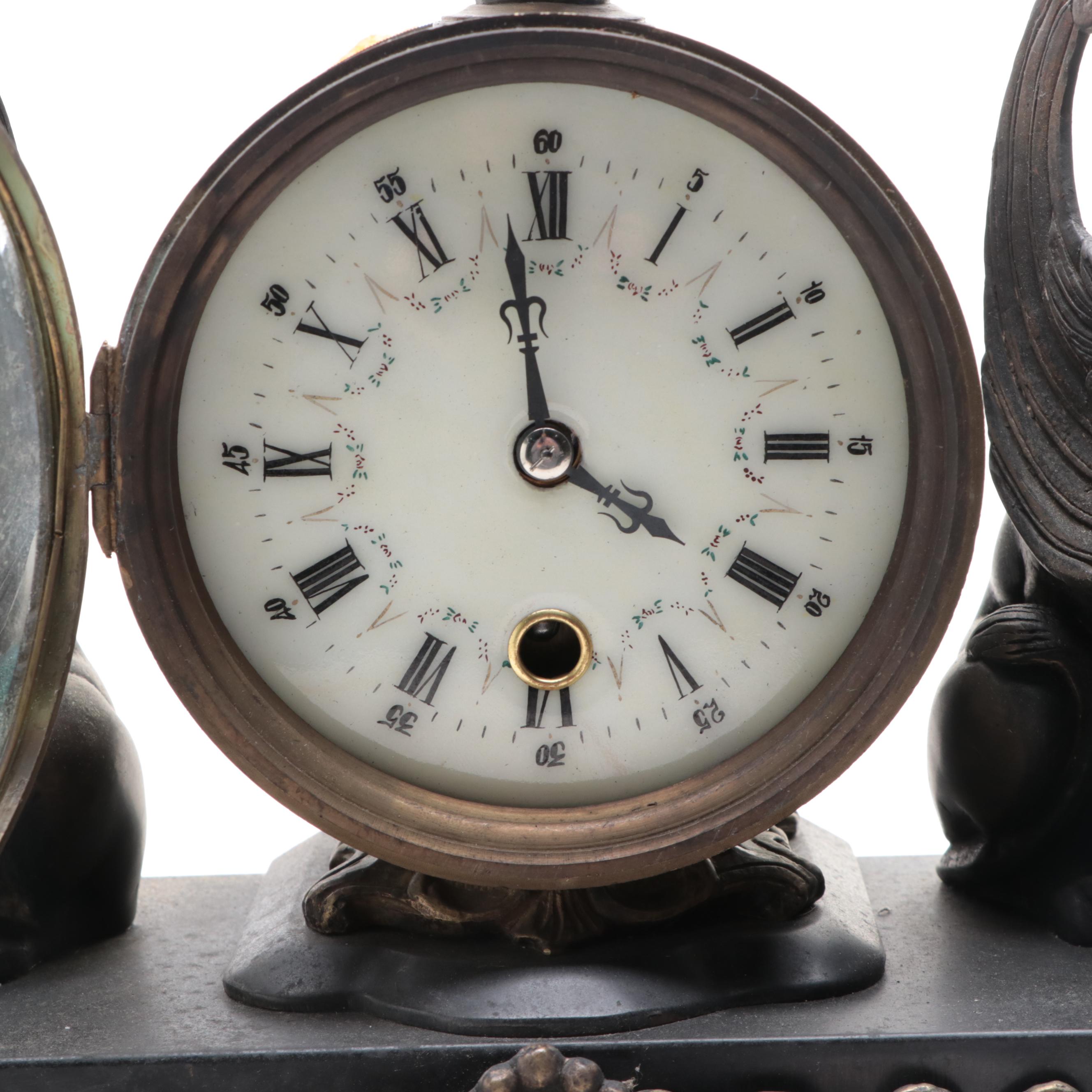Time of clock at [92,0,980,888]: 3:58
